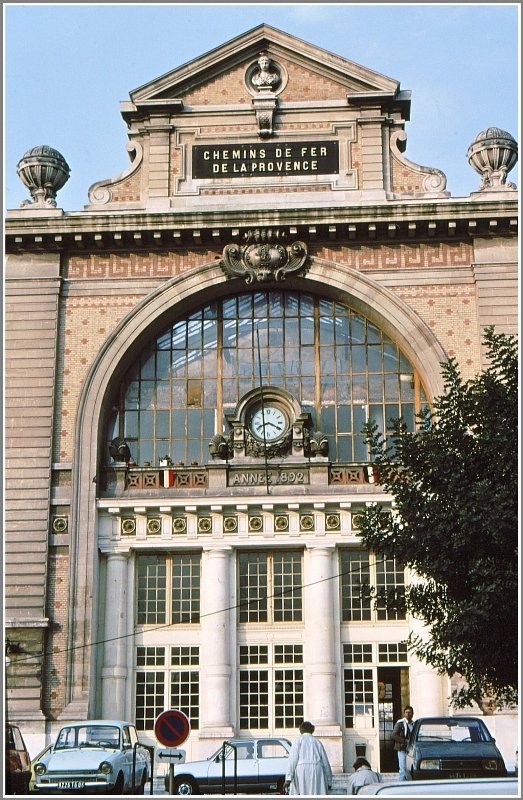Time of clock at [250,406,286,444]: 8:19
